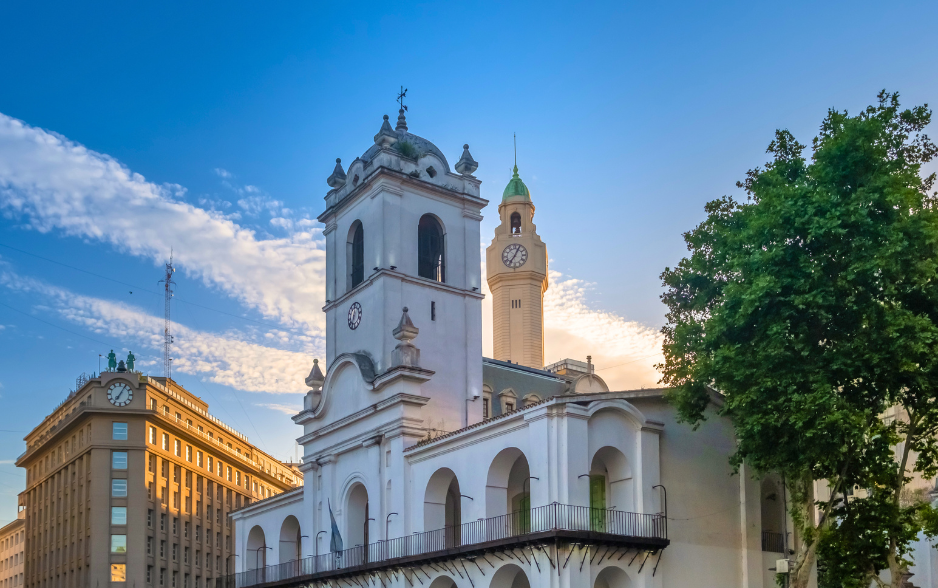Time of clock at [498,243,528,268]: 7:04
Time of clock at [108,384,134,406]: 7:05
